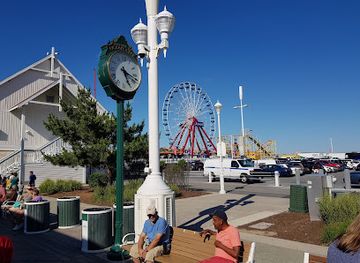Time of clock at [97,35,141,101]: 5:18
